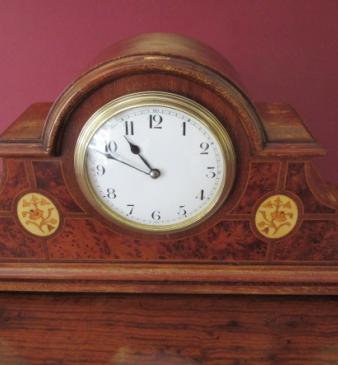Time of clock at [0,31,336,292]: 10:48
